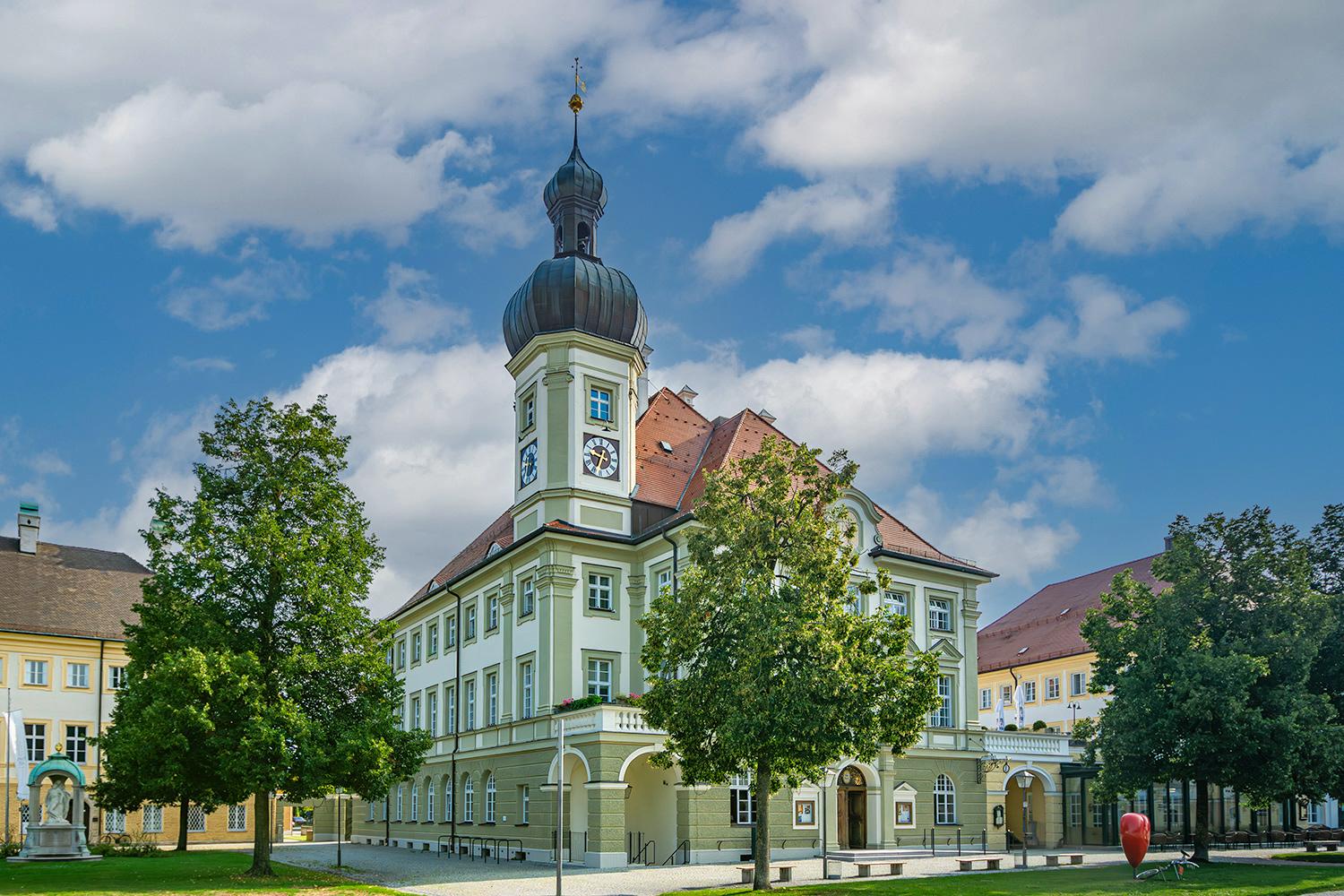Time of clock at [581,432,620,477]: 9:33
